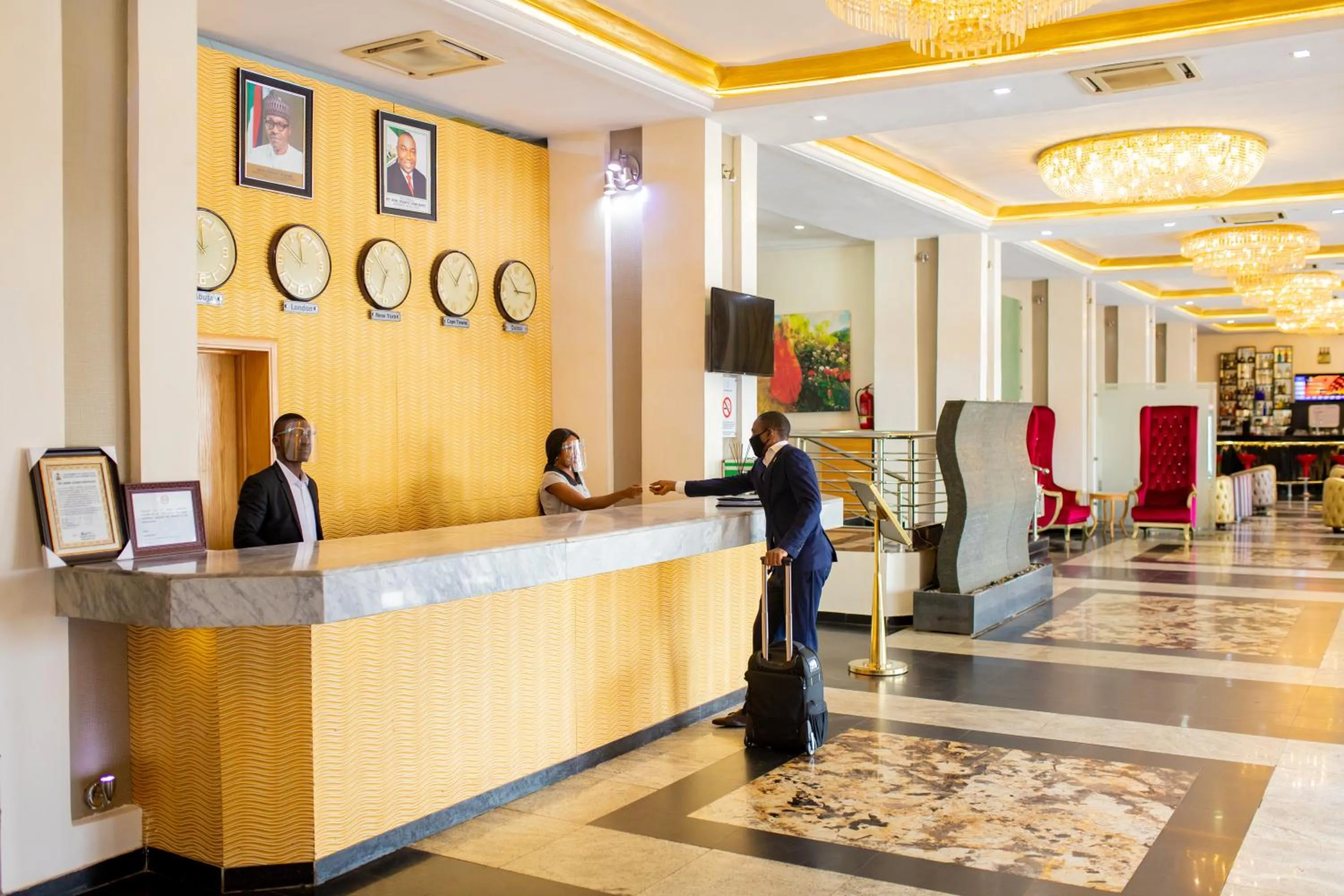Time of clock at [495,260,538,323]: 2:53
